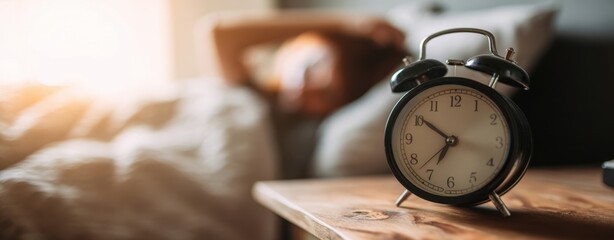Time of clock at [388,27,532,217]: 6:51
